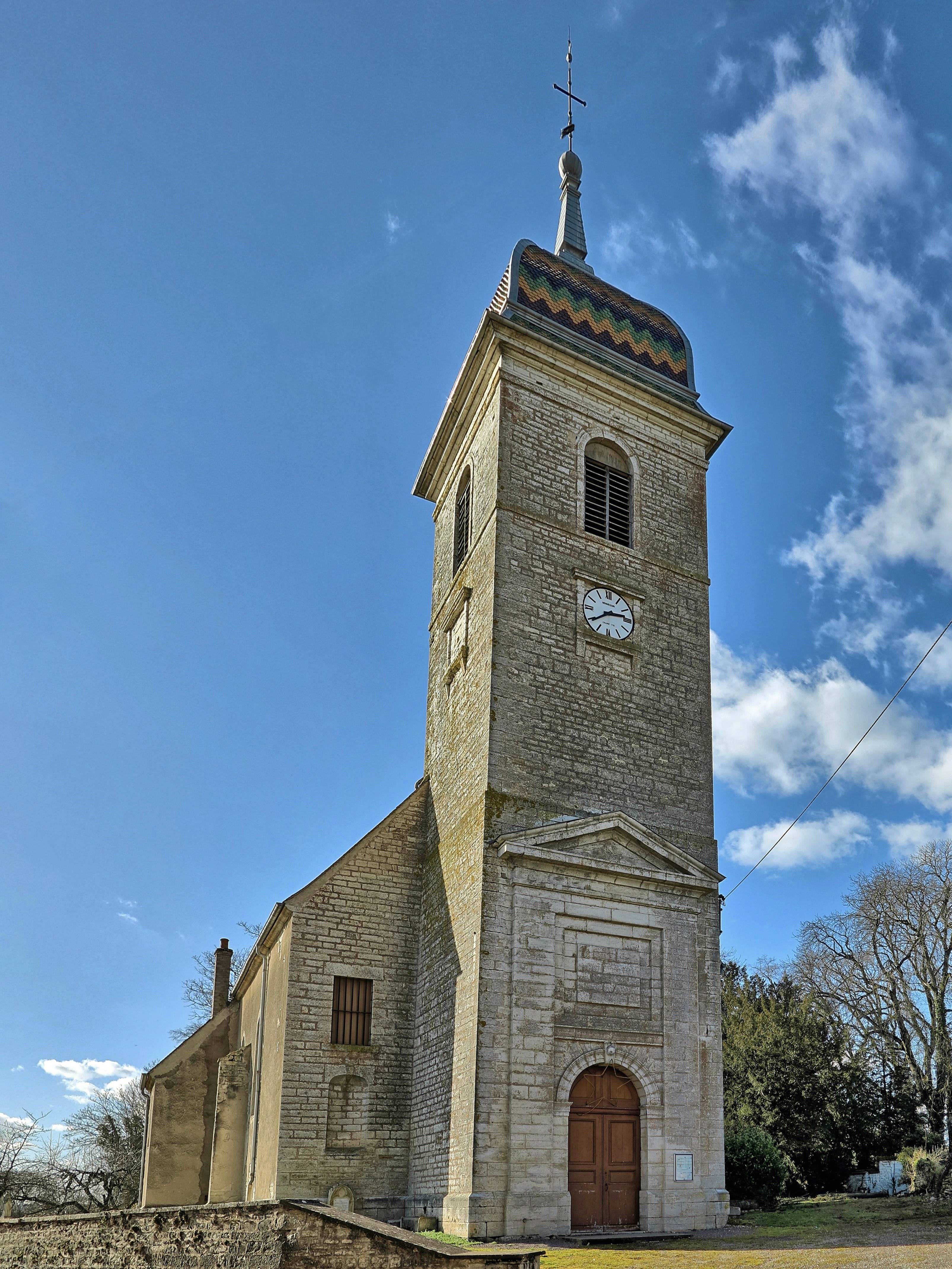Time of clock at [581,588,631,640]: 2:38
